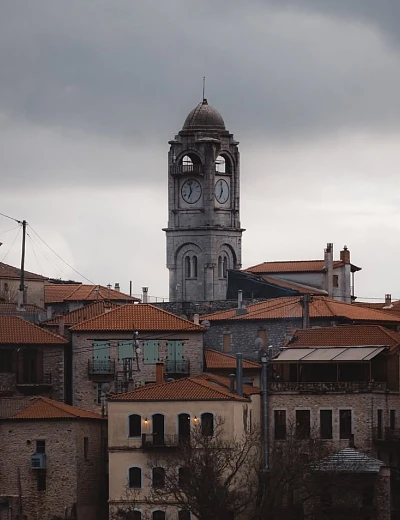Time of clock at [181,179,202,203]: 6:57
